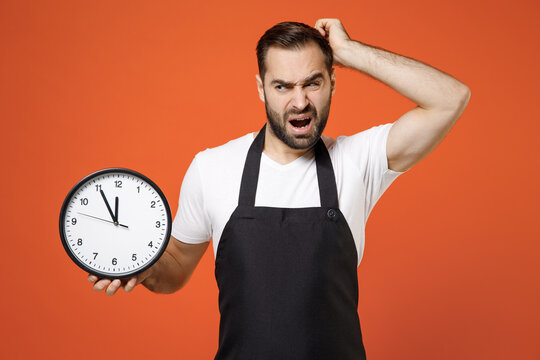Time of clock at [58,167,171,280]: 11:55
